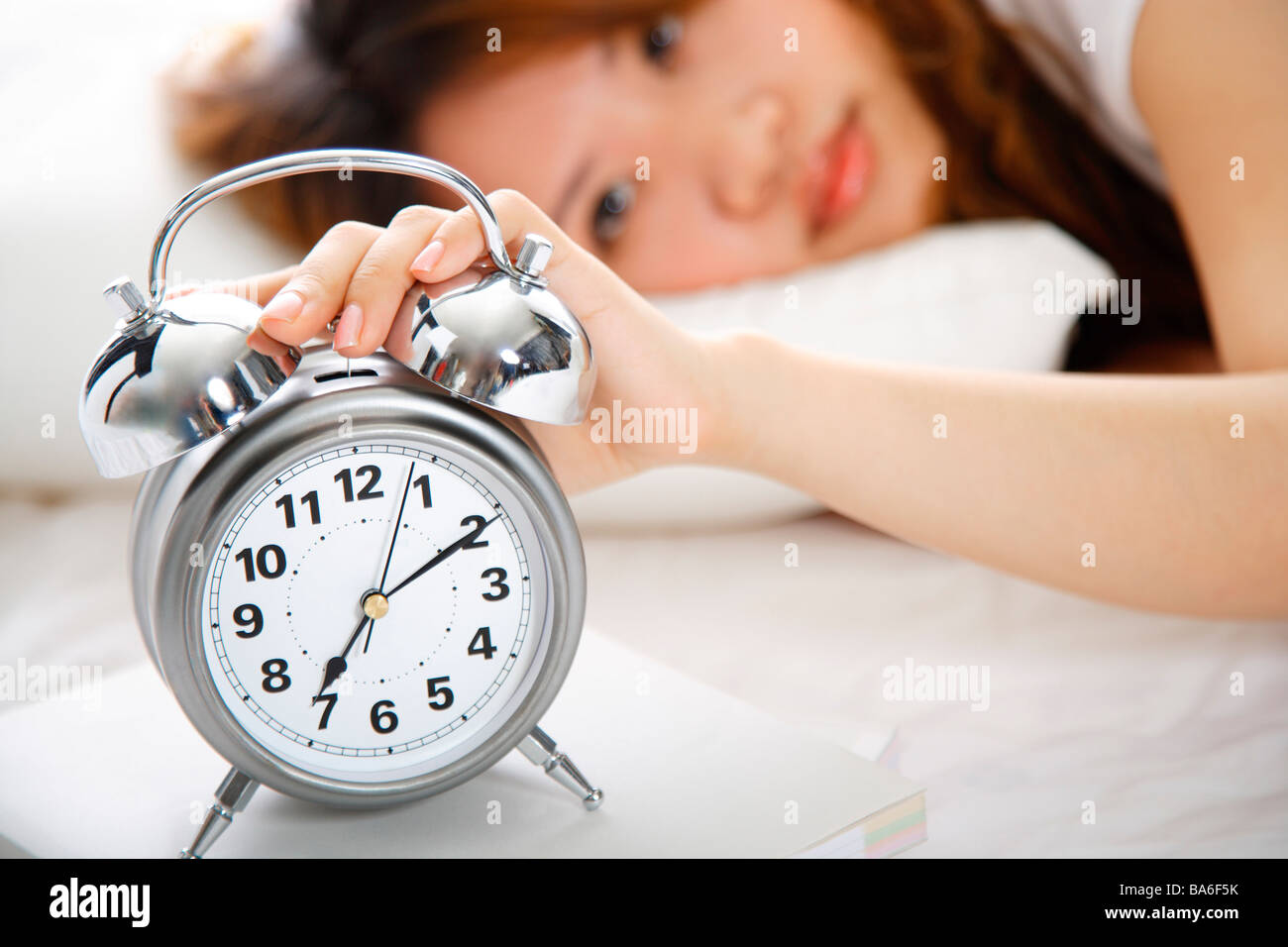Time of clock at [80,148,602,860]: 7:10
